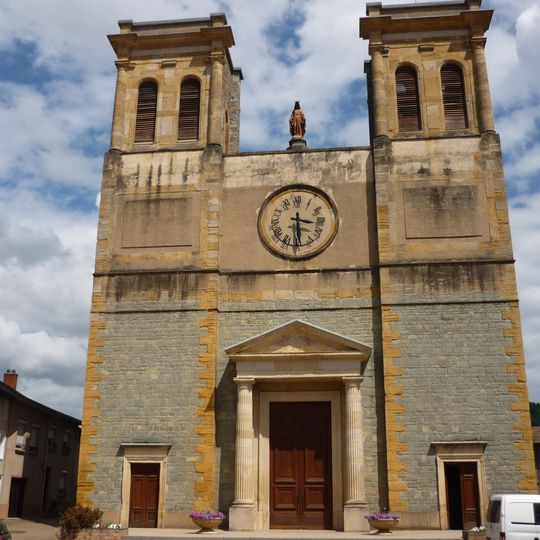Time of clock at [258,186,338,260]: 3:29
